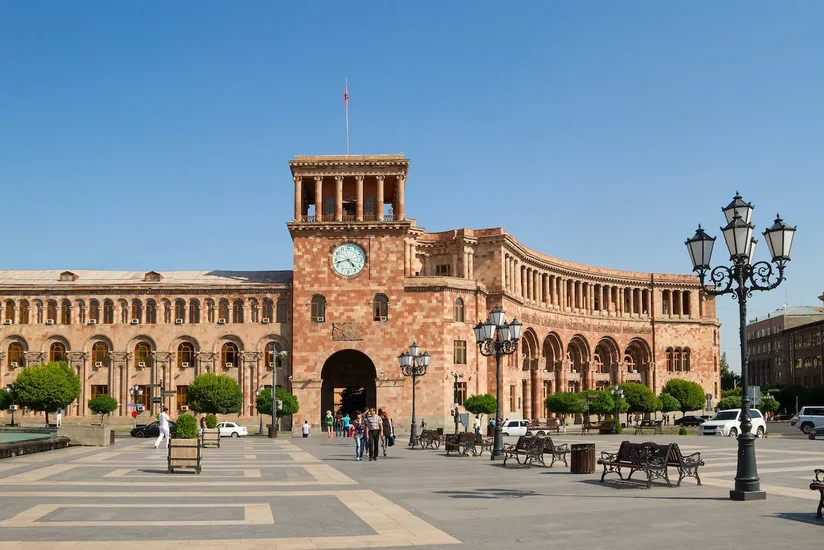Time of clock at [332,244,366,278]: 4:42
